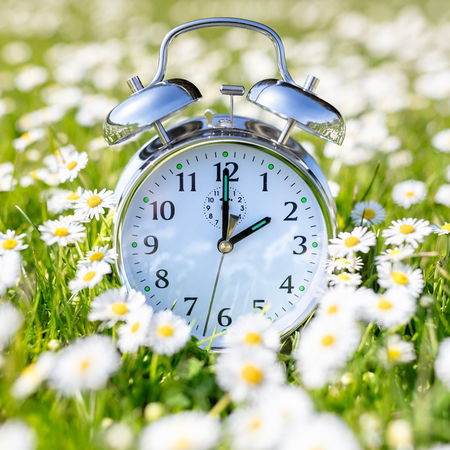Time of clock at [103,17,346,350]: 2:00
